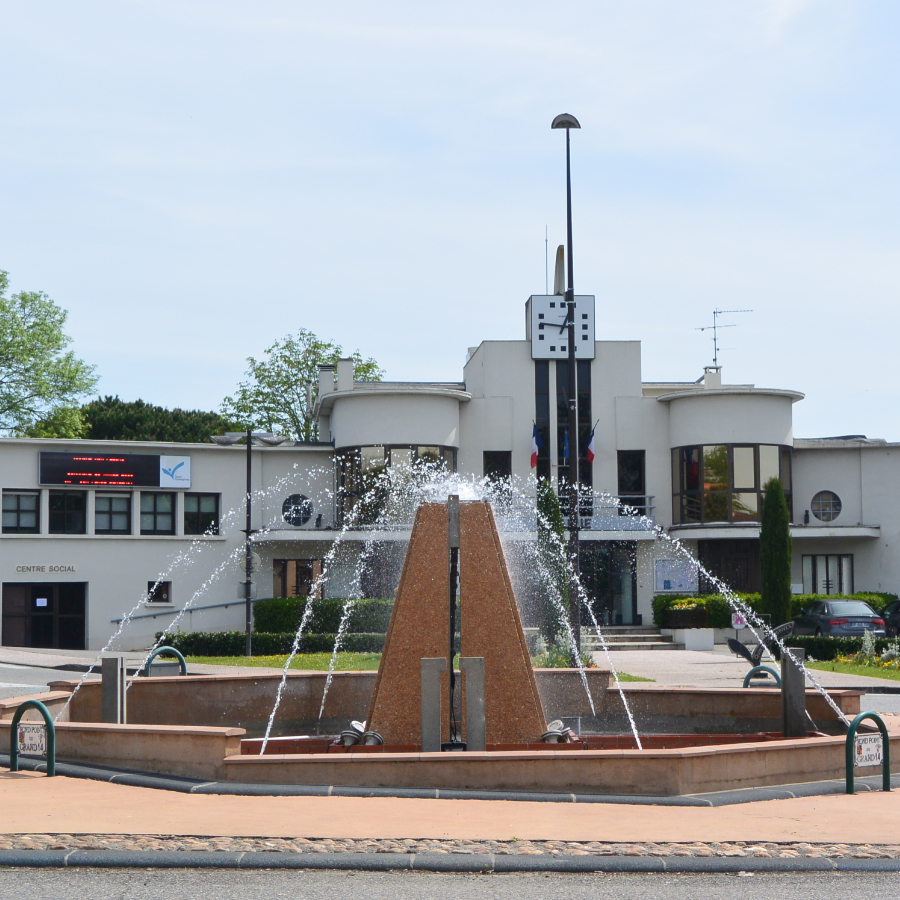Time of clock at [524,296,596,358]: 12:46
